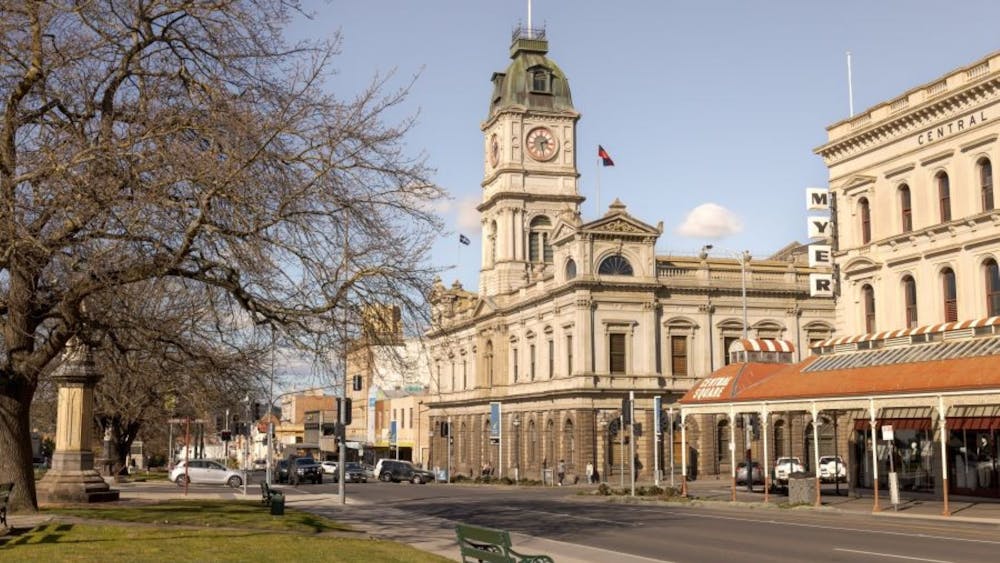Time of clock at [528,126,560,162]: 2:28
